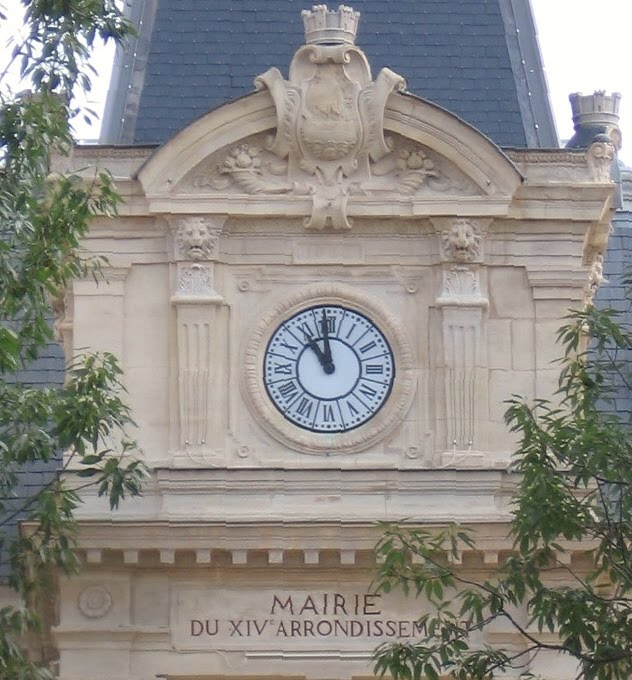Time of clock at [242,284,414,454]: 10:59
